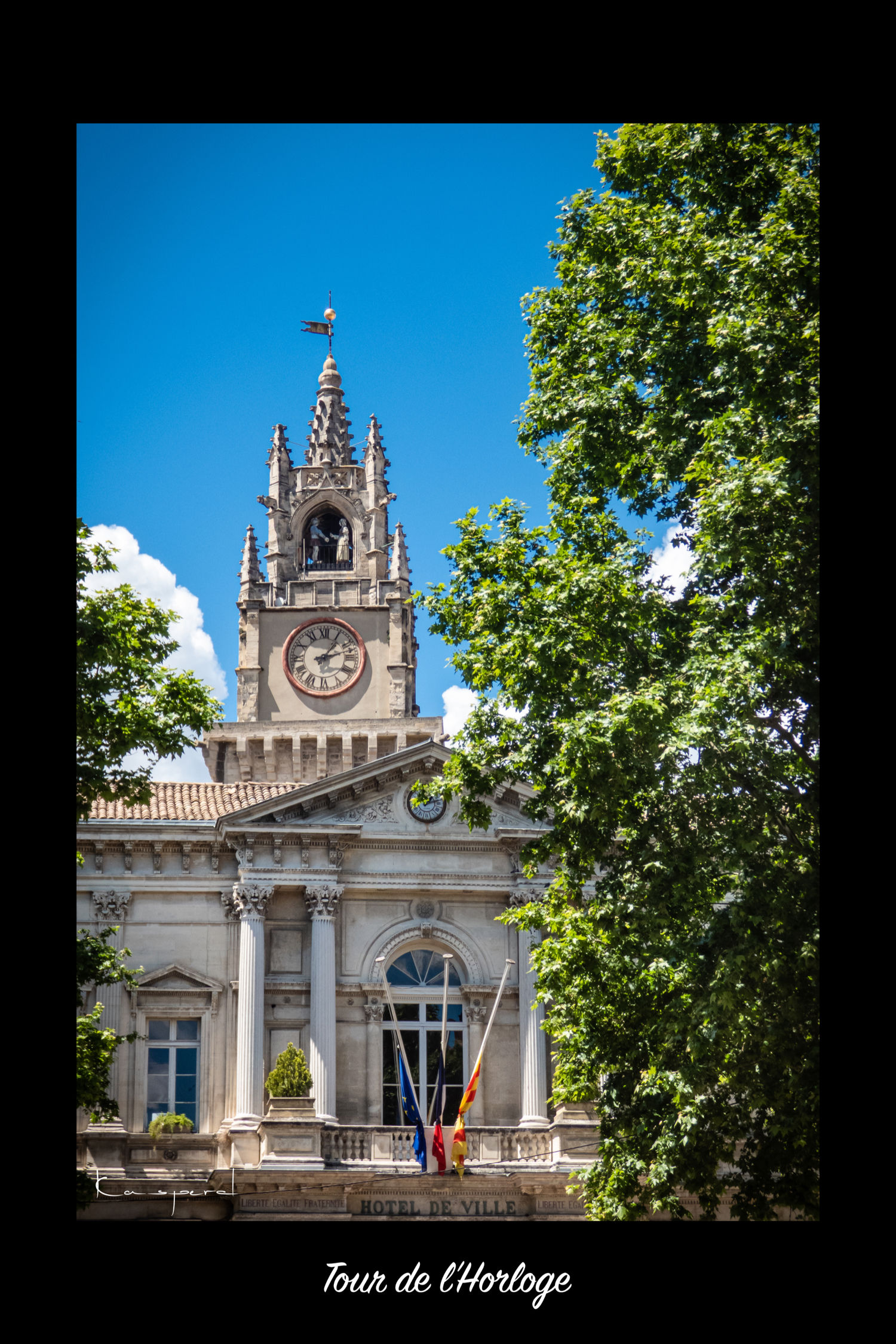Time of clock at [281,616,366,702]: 1:12
